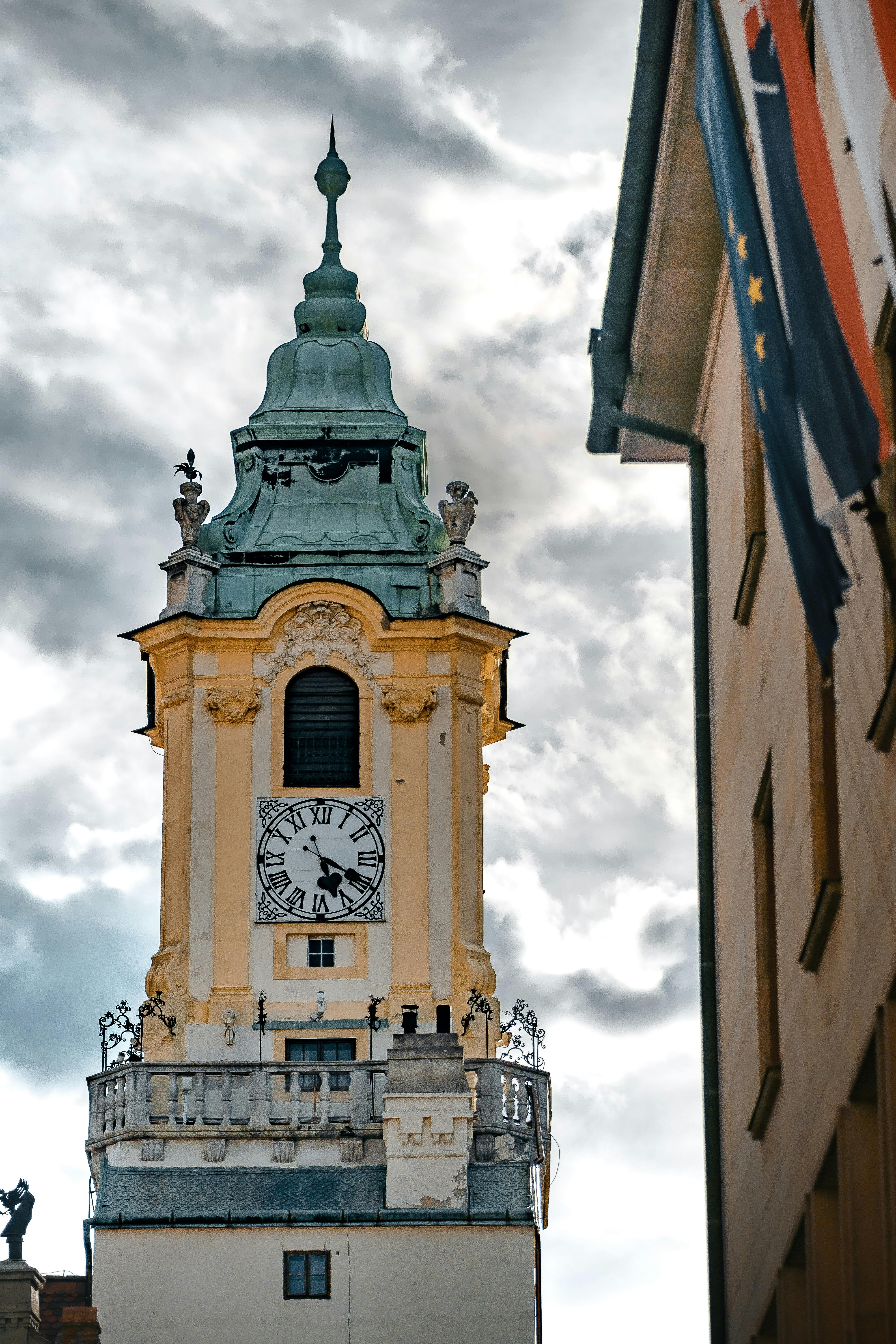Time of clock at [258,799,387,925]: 5:19
